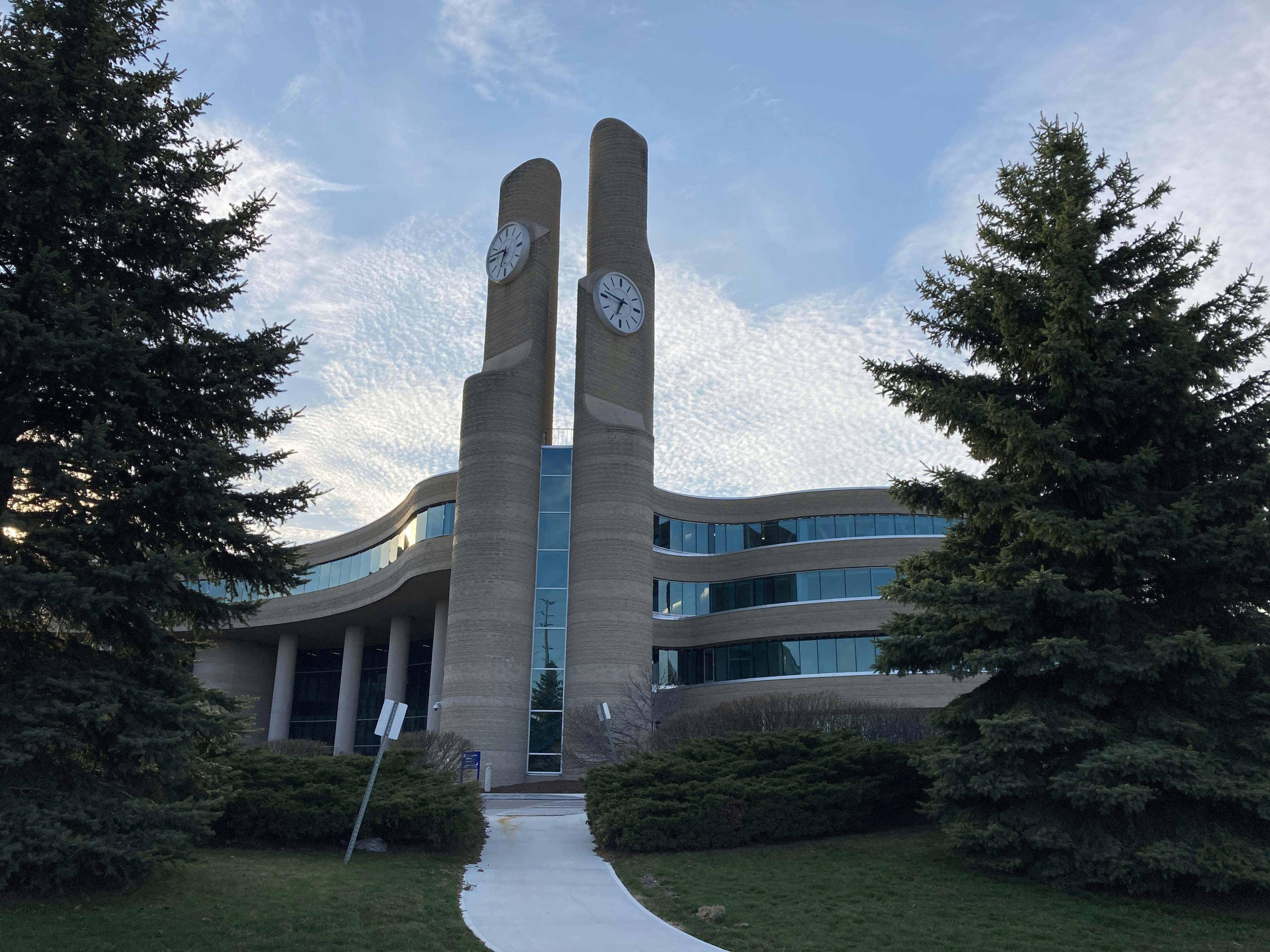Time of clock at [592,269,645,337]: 6:47
